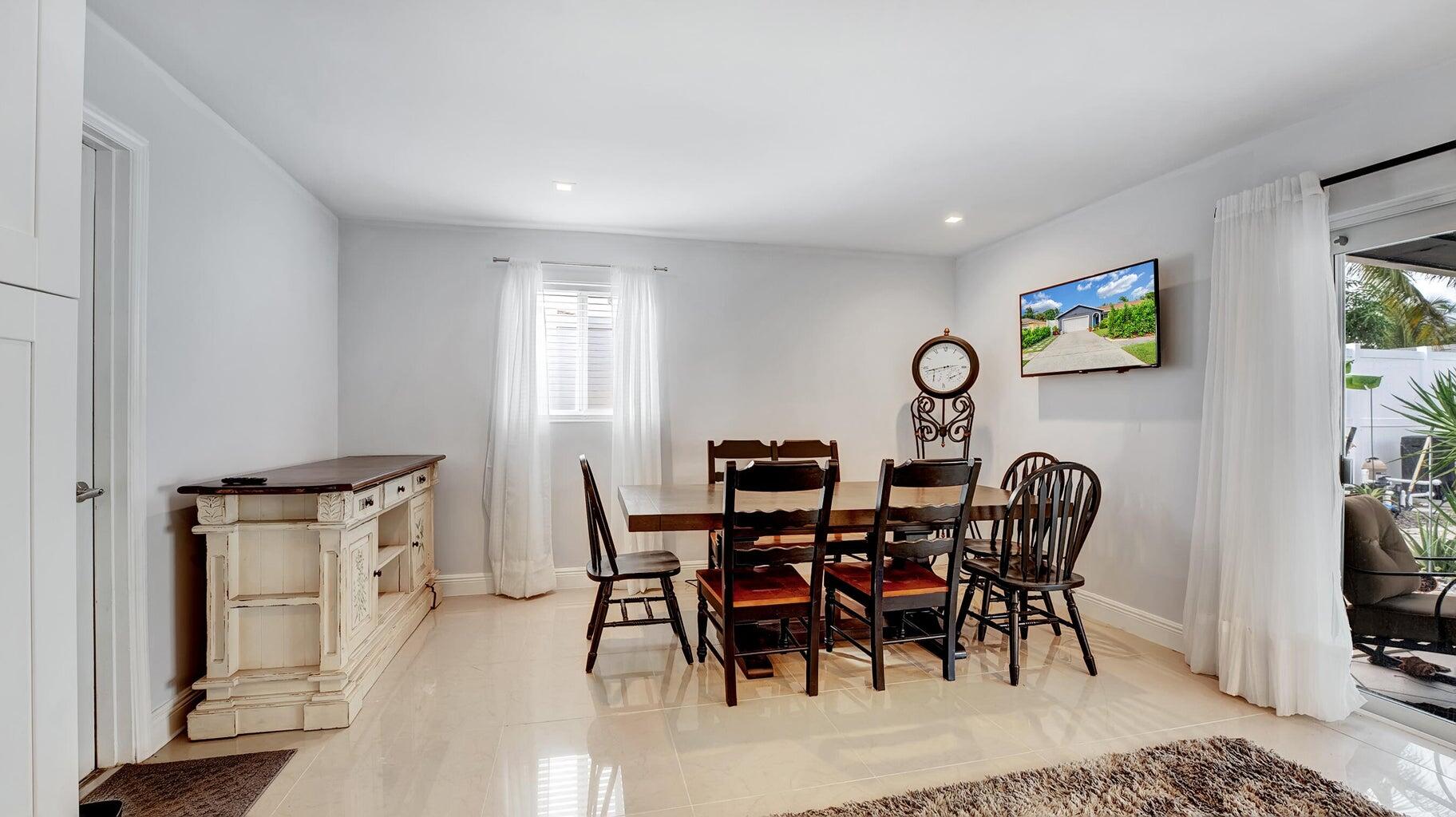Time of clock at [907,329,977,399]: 2:42
